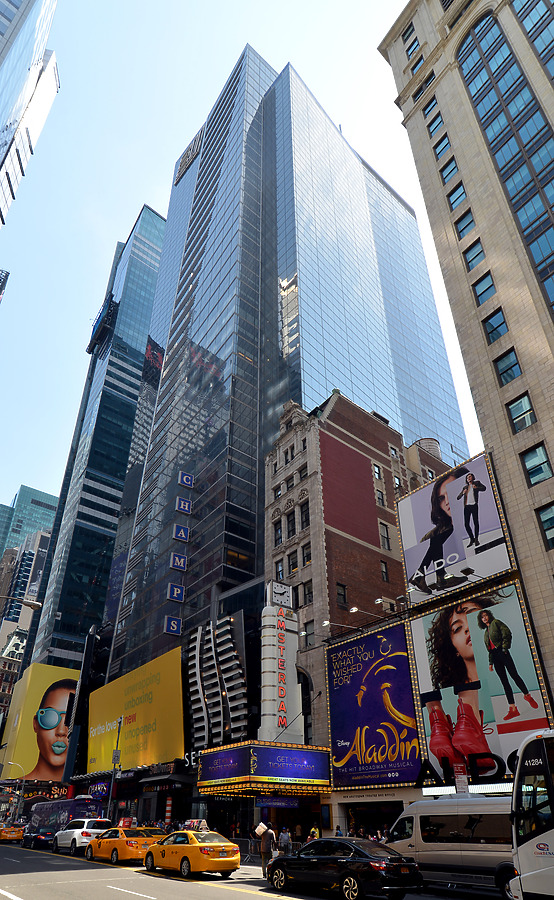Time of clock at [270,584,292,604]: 1:43
